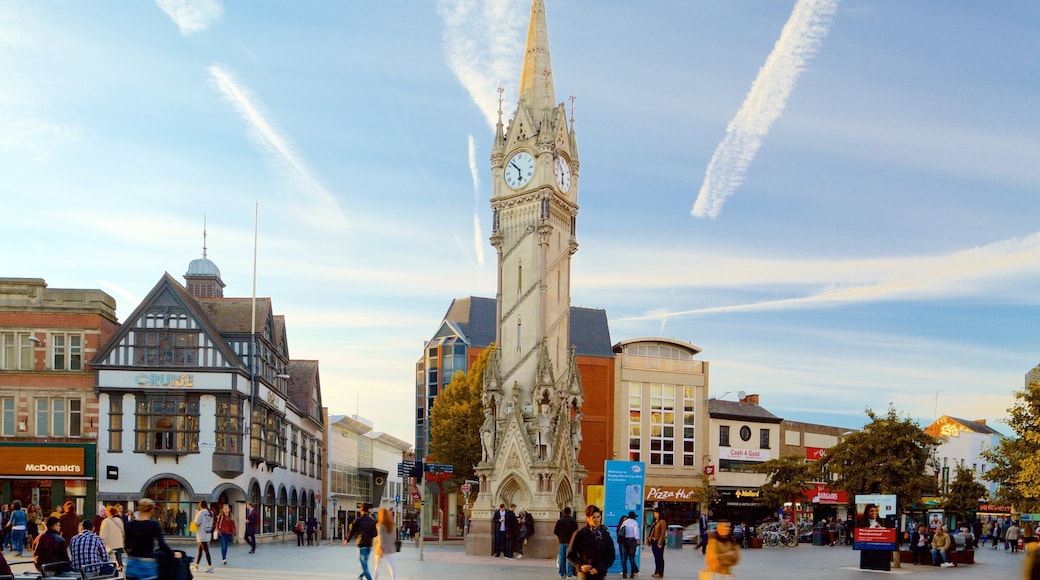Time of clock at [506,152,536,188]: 5:52
